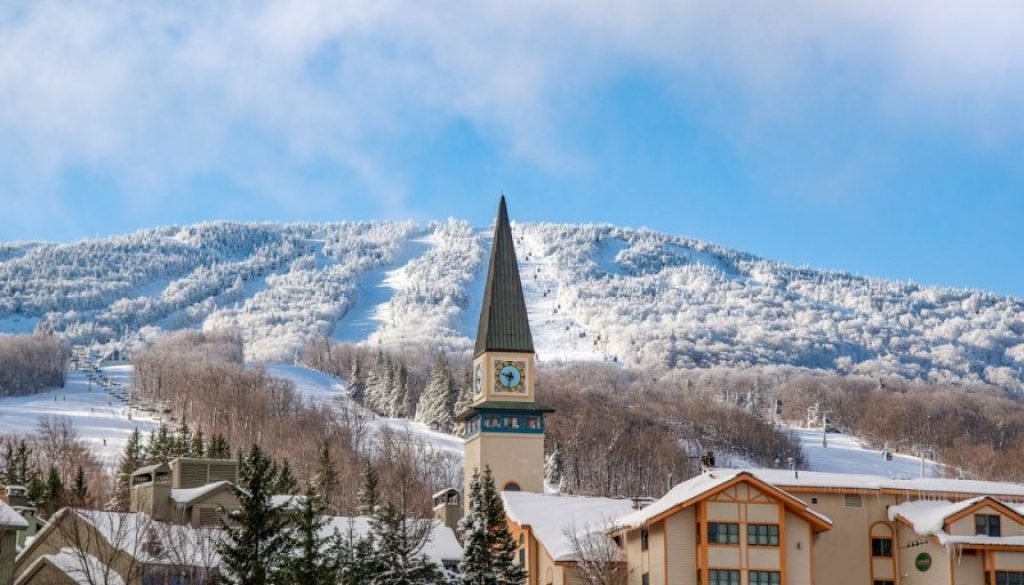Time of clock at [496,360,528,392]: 9:32
